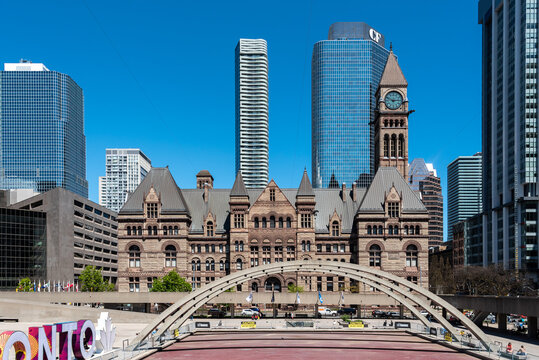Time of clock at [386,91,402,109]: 2:48
